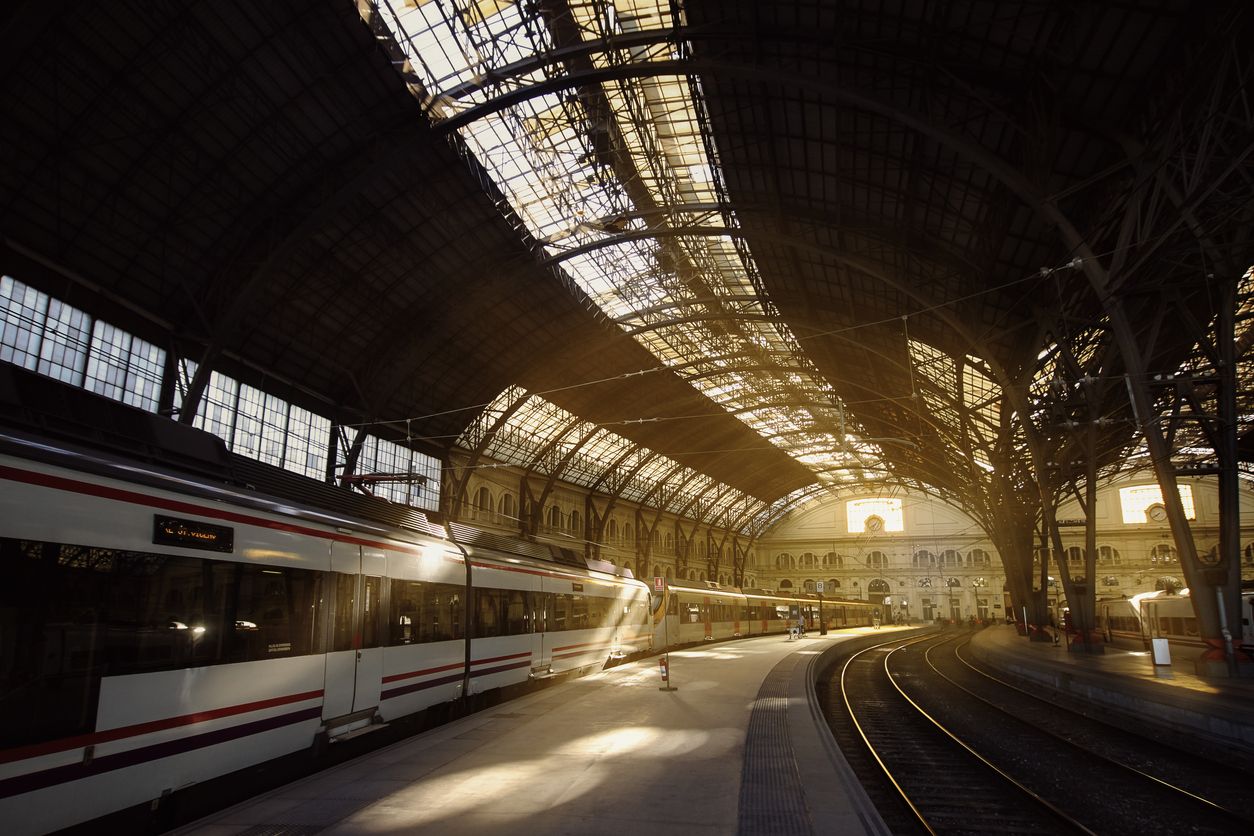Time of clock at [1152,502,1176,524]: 7:38
